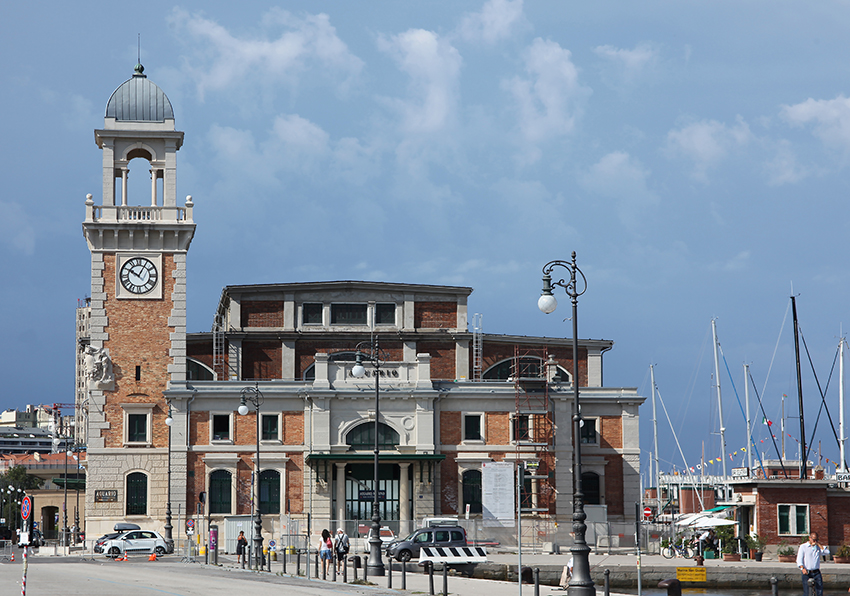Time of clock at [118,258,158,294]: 10:05
